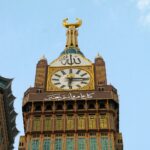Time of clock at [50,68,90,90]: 6:15
